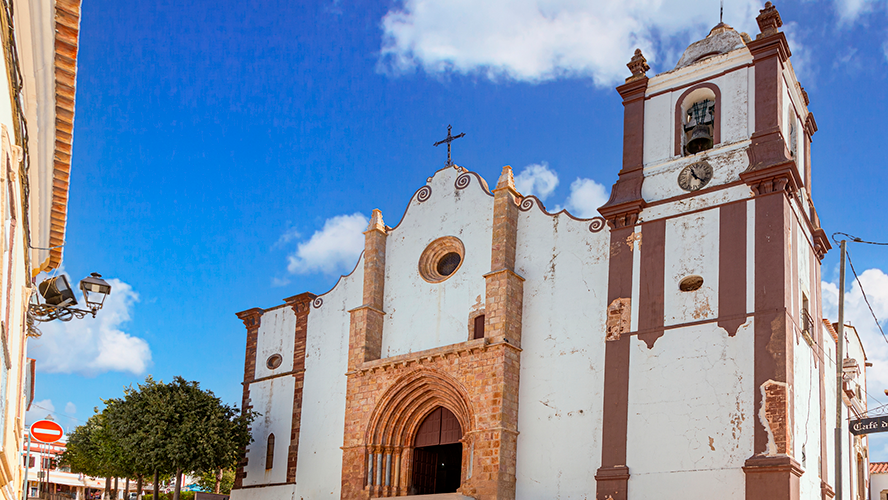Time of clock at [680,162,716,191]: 11:21
